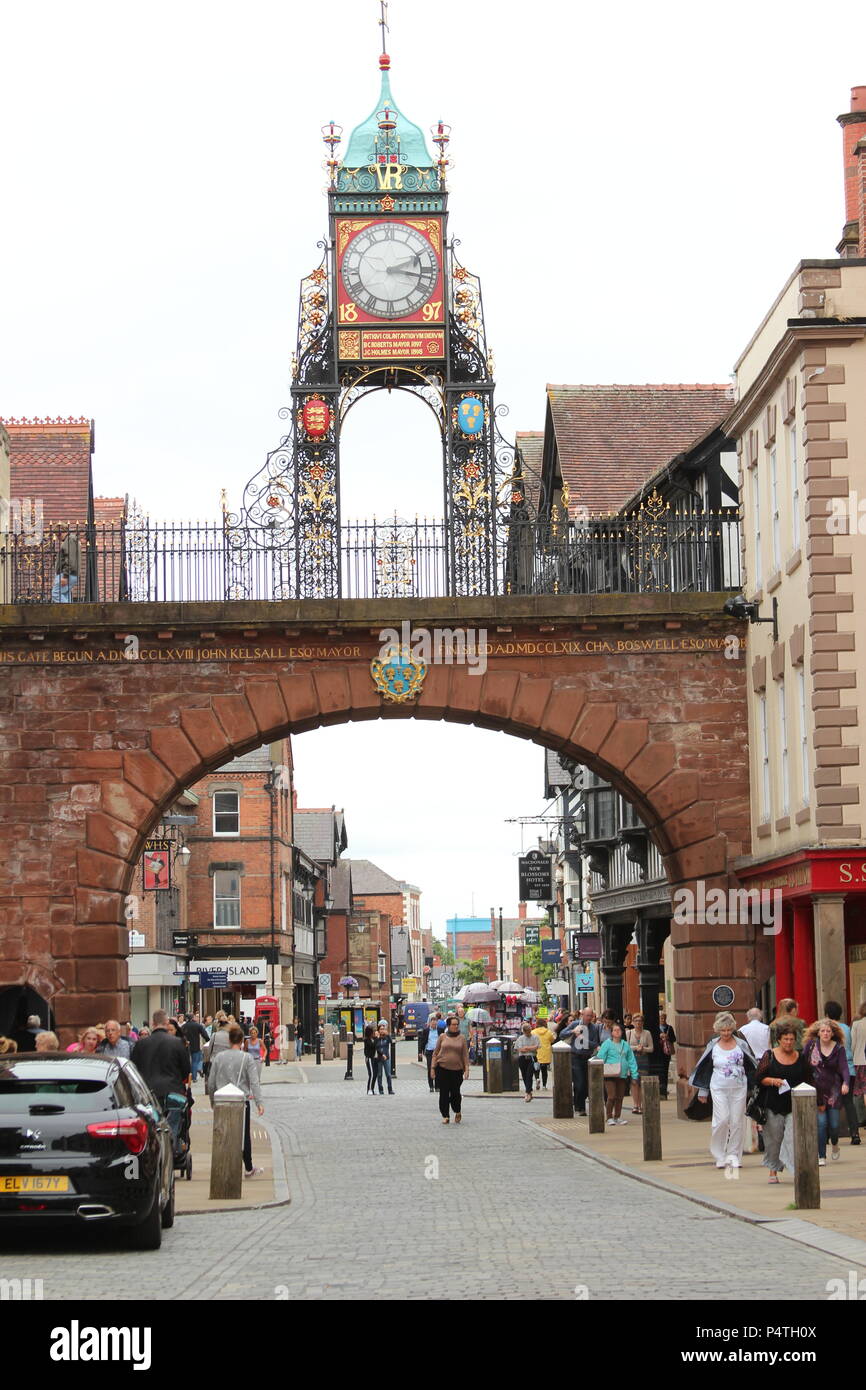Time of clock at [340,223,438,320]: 2:16
